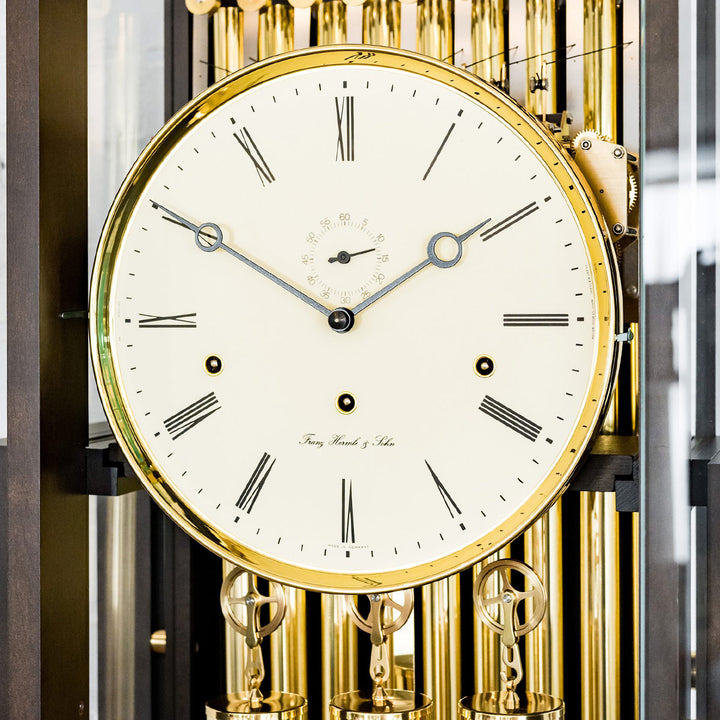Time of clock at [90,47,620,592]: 1:50
